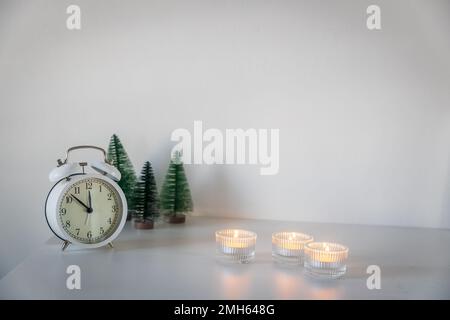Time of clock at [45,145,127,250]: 11:52
